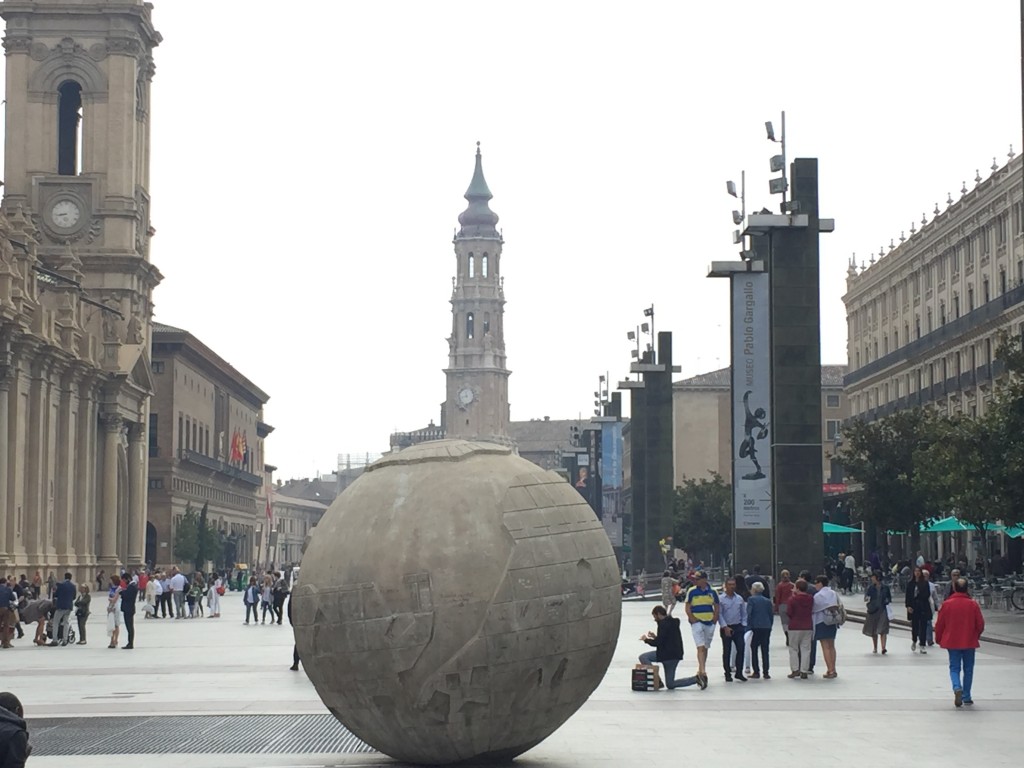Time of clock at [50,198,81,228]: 8:43
